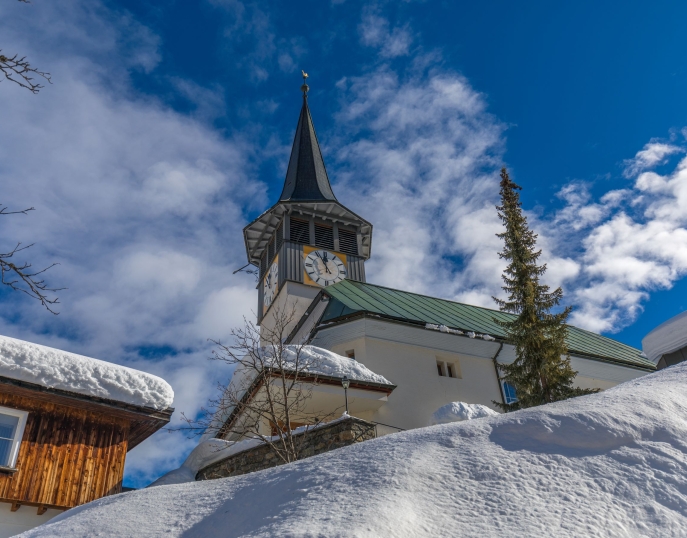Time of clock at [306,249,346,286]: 11:55
